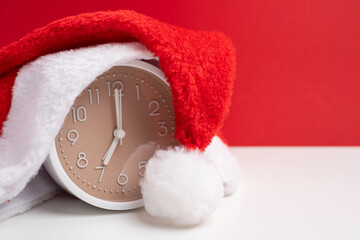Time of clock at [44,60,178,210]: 7:00
